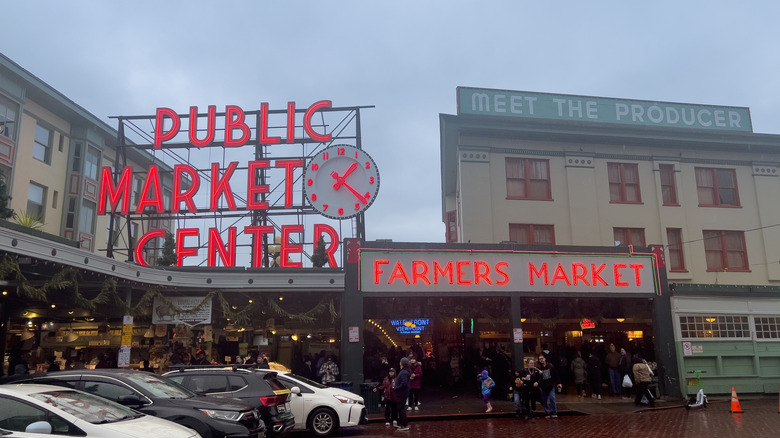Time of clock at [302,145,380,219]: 1:21
